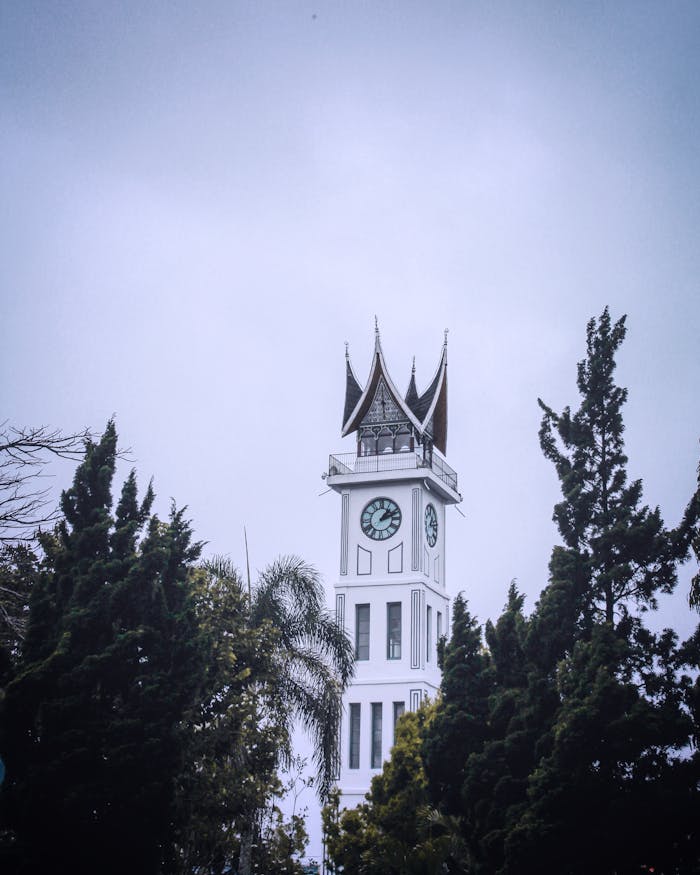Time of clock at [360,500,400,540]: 1:11
